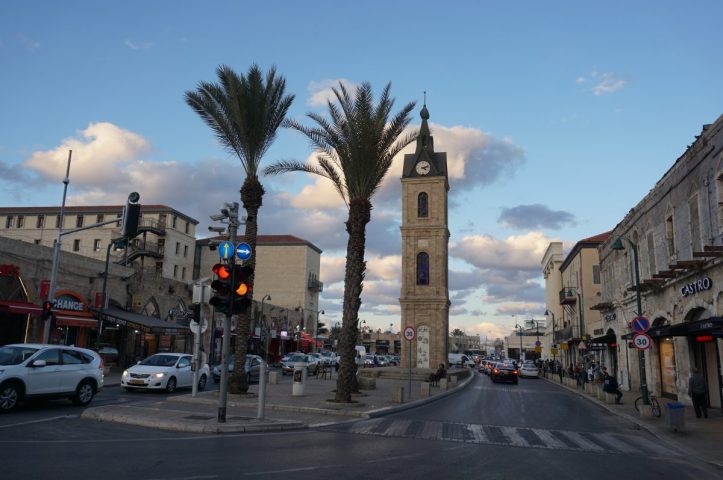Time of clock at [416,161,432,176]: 4:12
